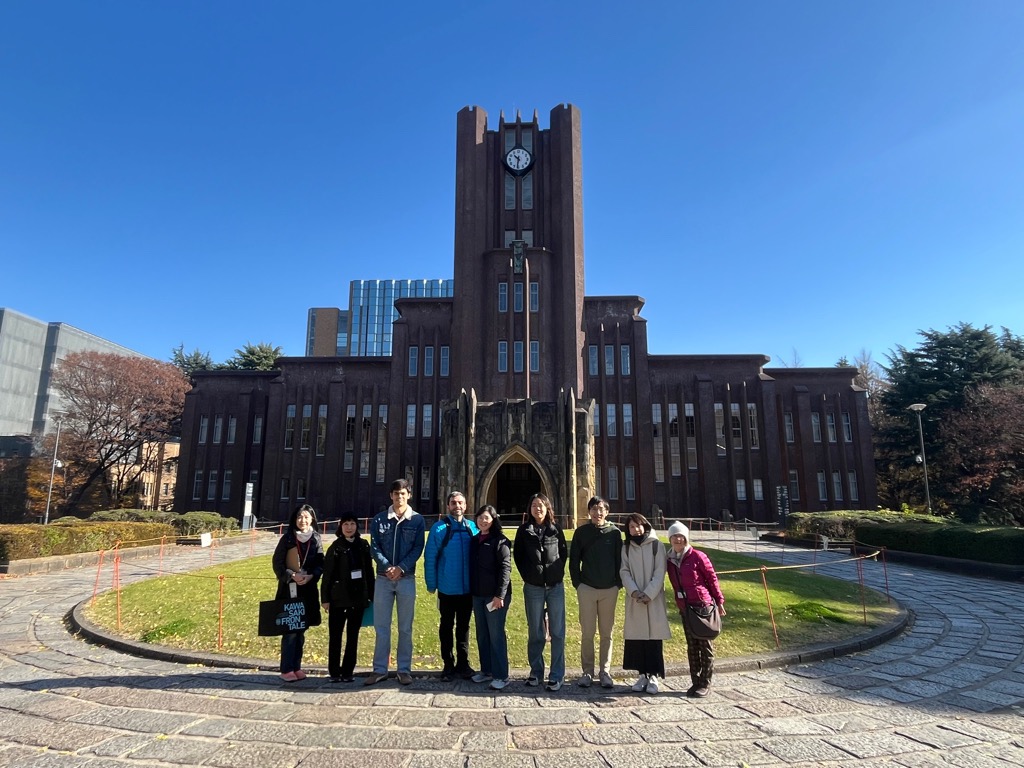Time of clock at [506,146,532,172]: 10:31
